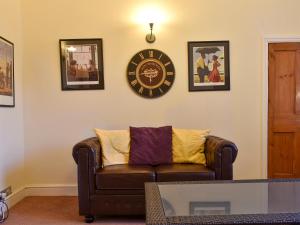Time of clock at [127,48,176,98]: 8:43
